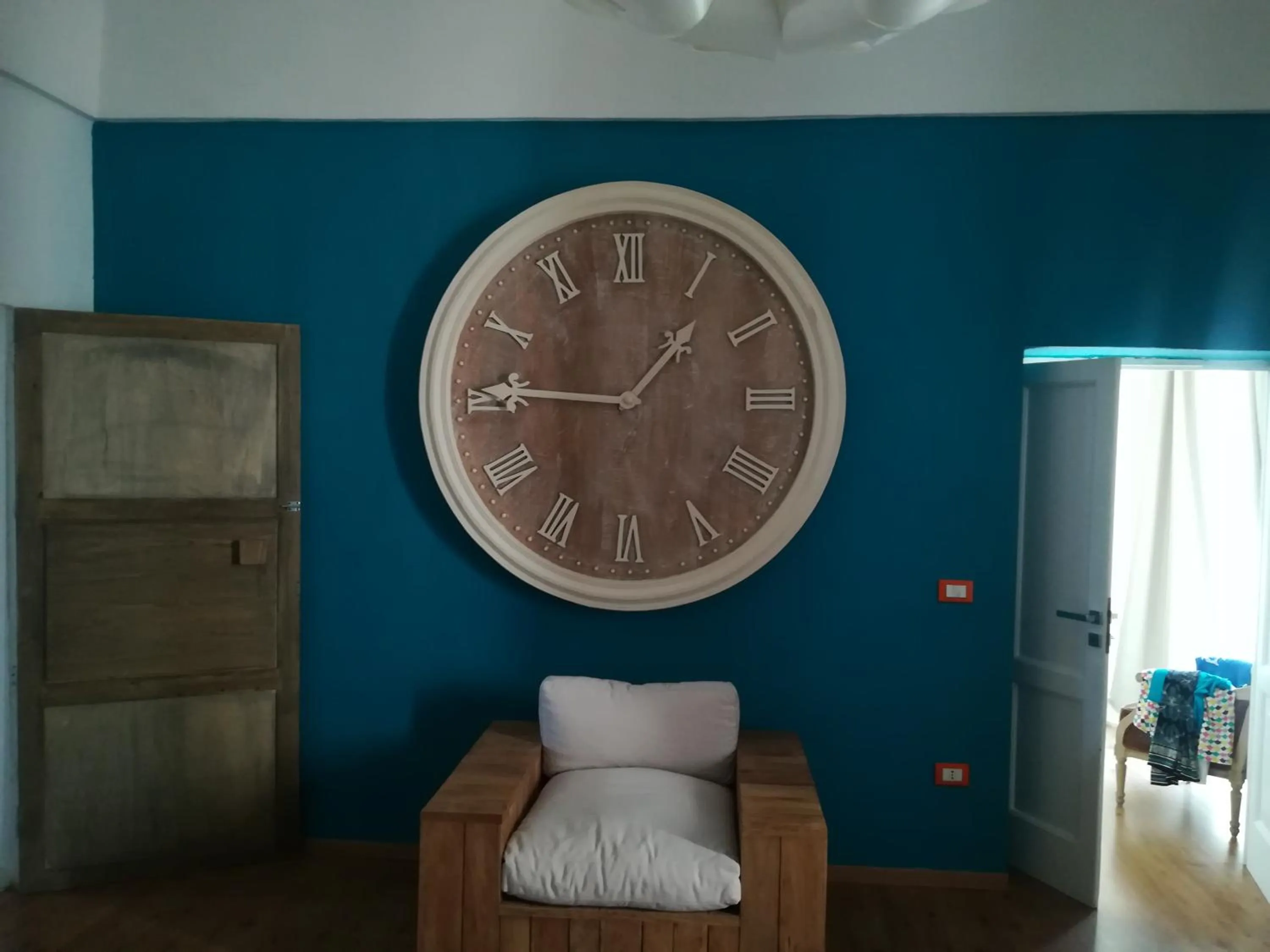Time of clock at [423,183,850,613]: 1:45
